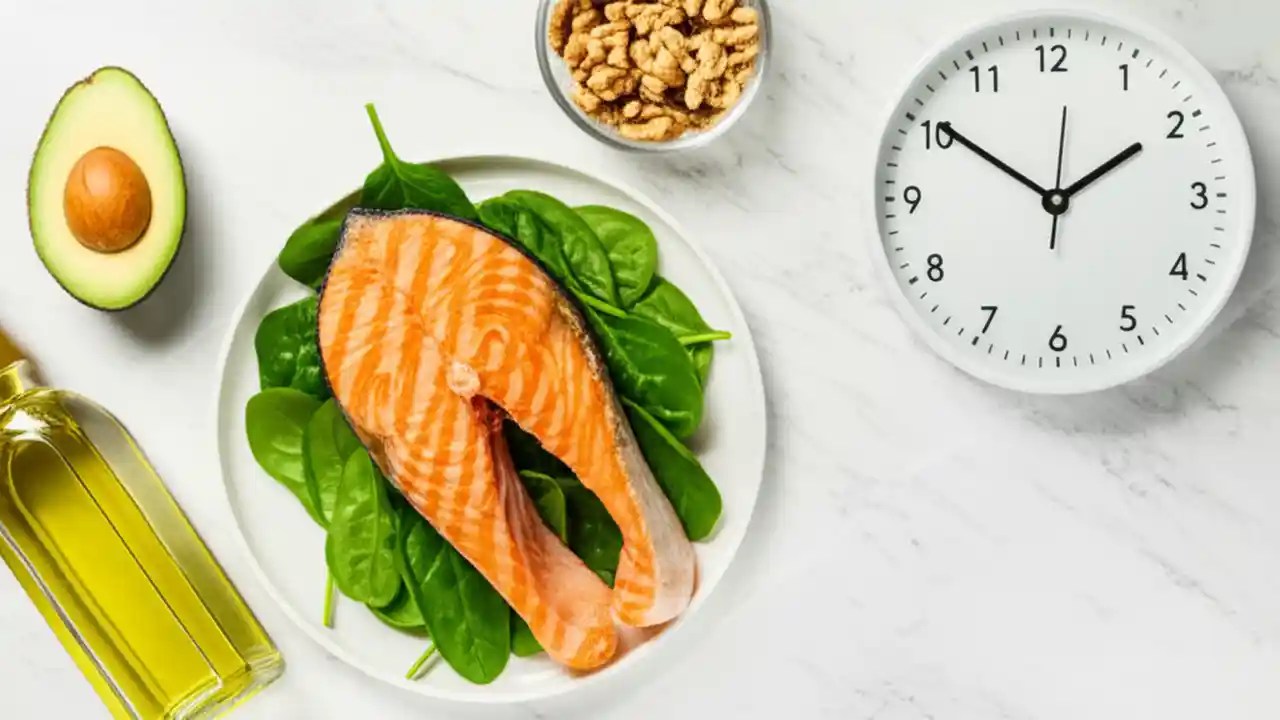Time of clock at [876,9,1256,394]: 1:50
